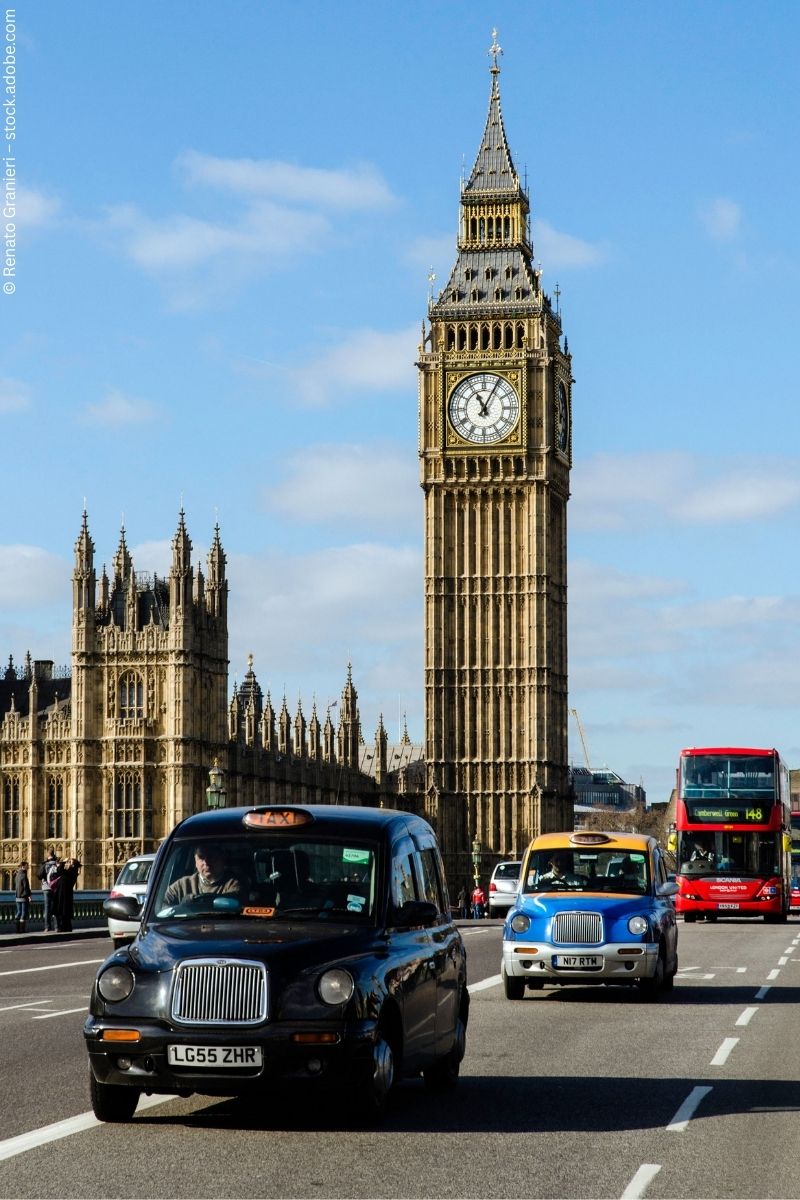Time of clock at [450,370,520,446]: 11:05
